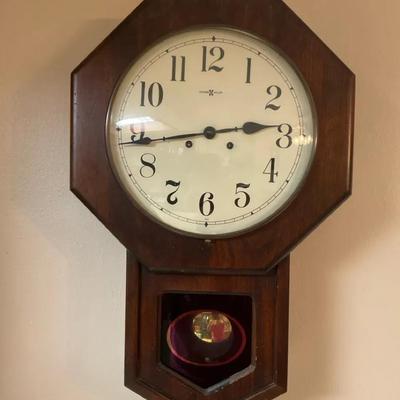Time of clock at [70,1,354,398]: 2:43
